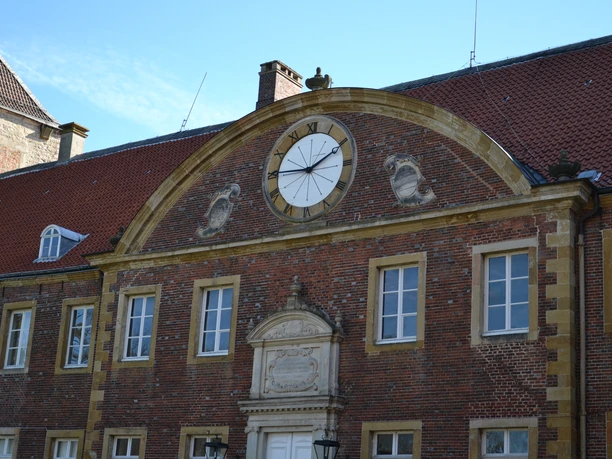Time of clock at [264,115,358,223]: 9:10
